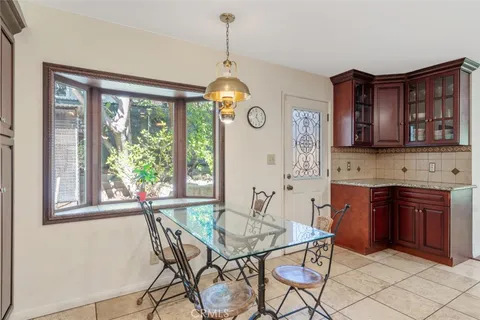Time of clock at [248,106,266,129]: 12:23
